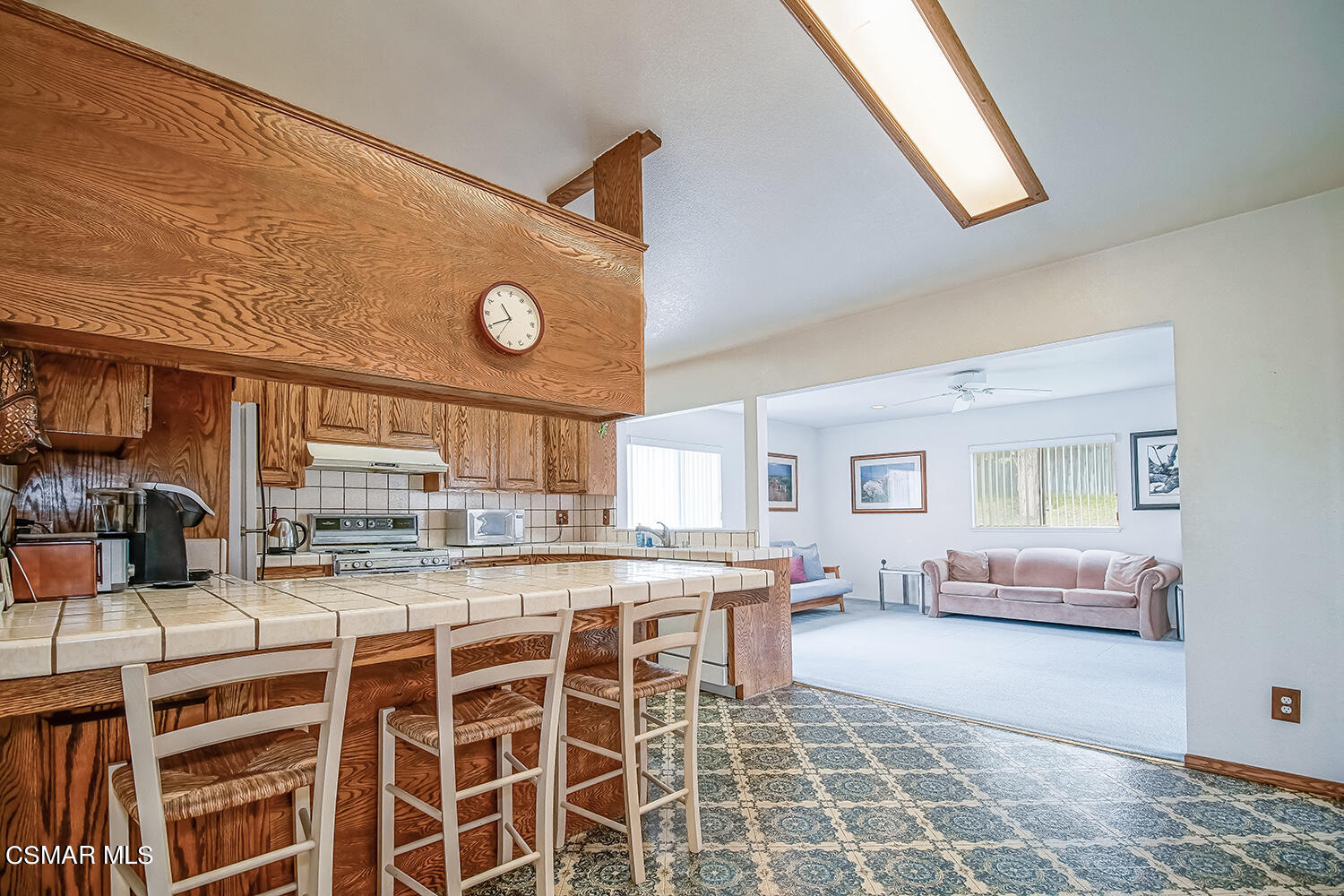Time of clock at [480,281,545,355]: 10:40
